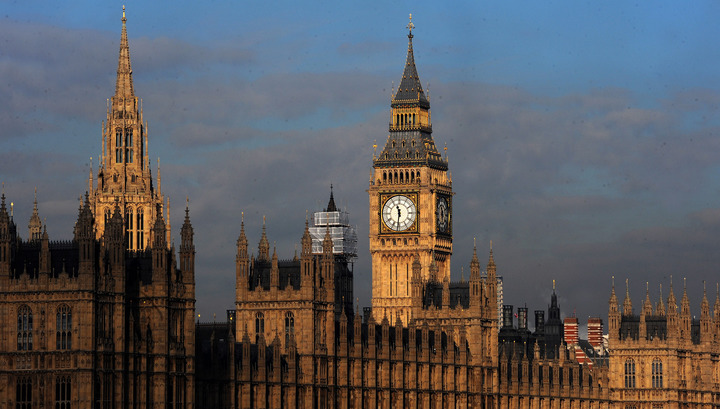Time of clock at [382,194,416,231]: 11:31
